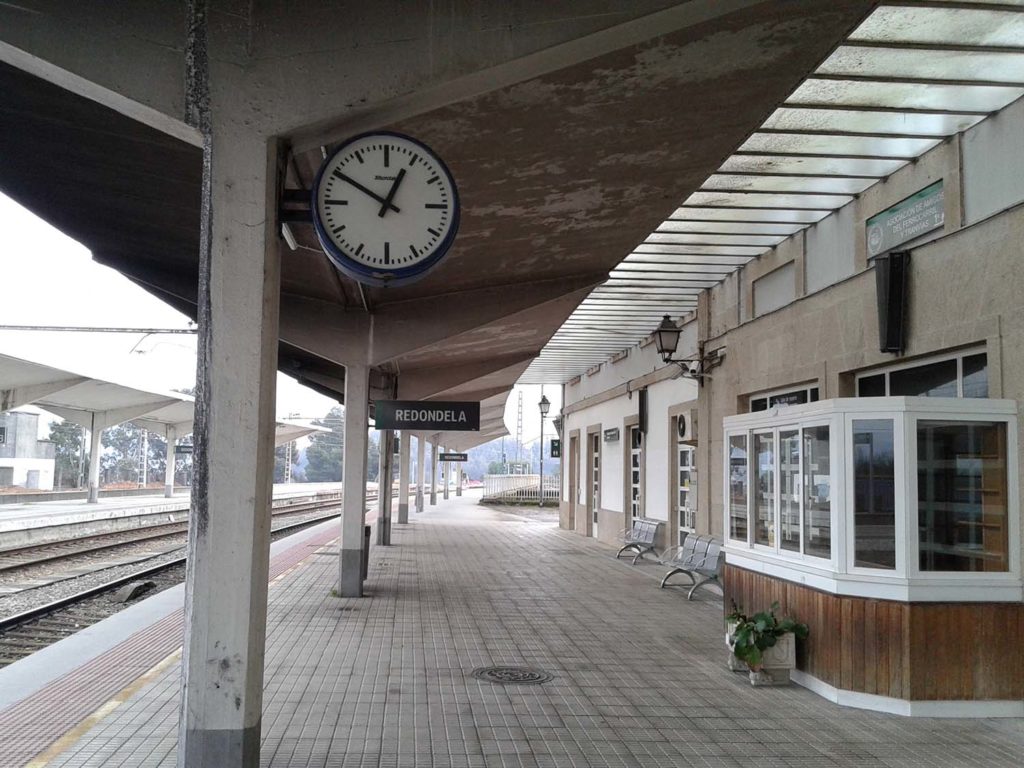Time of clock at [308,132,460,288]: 12:50
